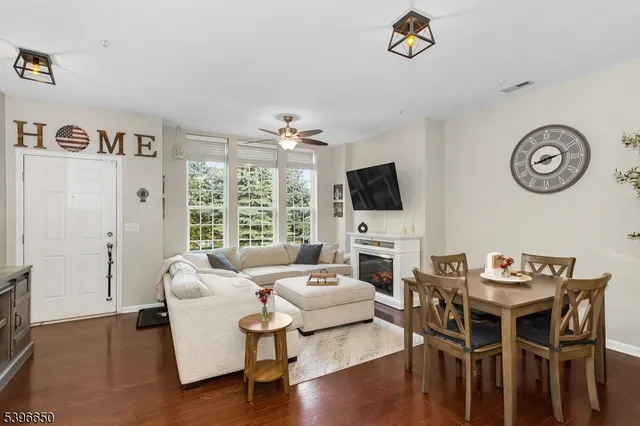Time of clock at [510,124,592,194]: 8:12
